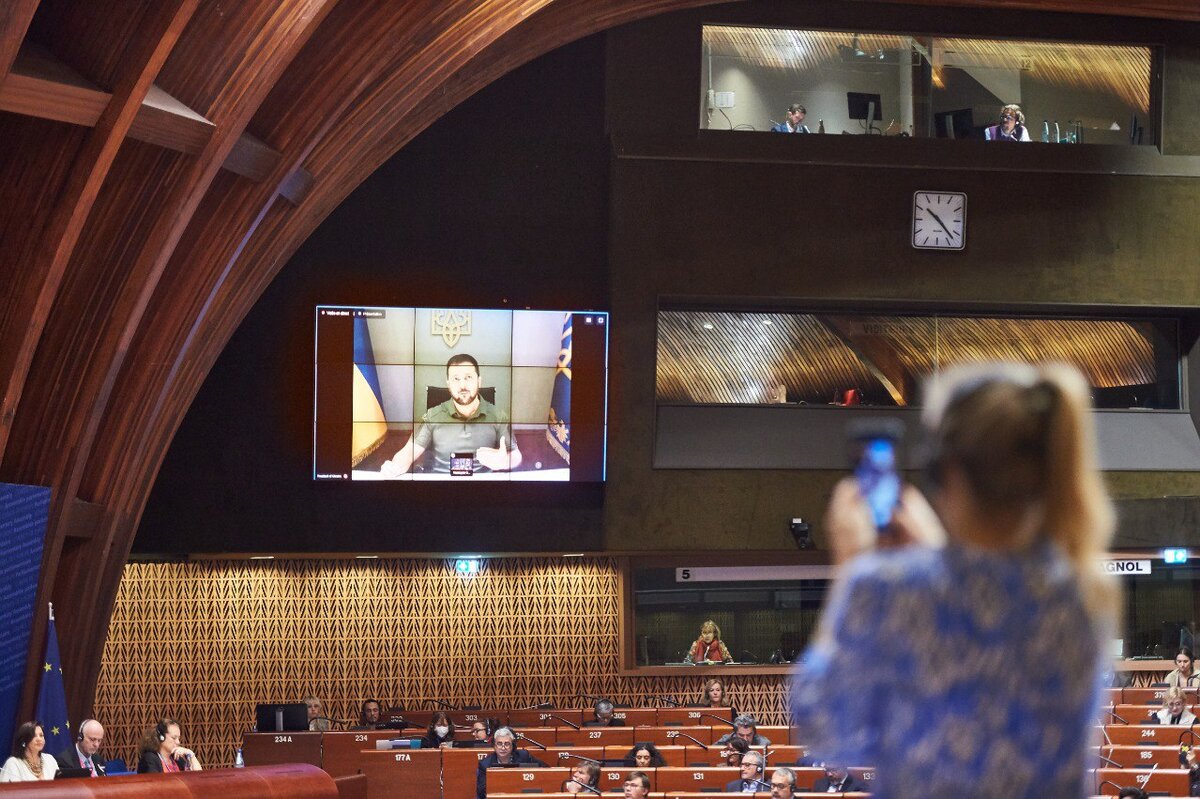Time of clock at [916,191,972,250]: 10:22
